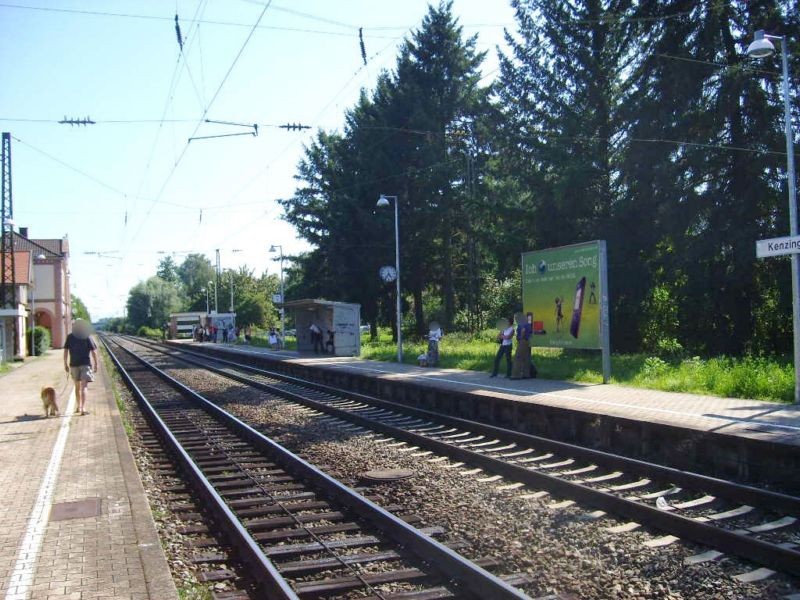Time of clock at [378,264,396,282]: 4:36
